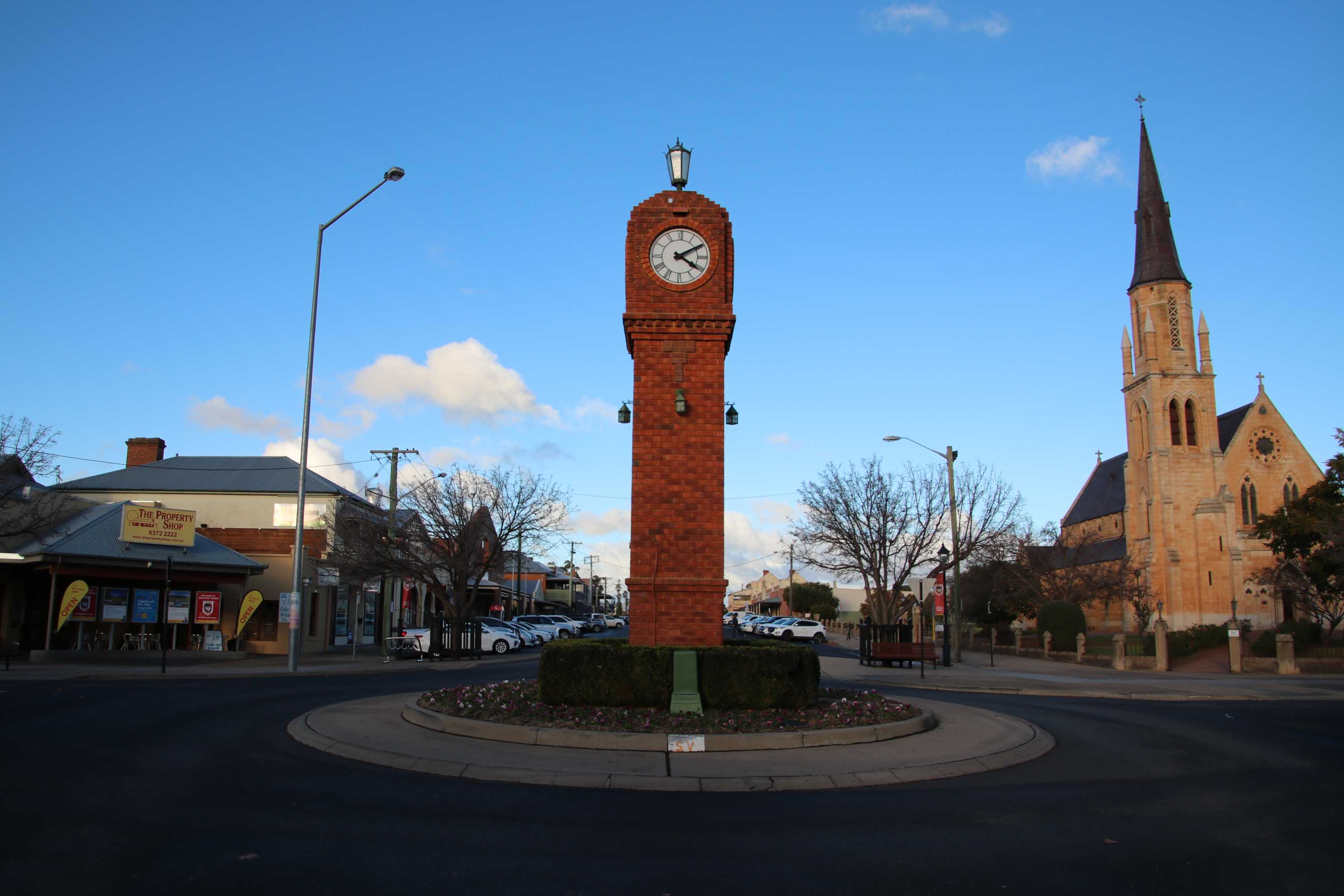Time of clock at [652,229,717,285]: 4:09
